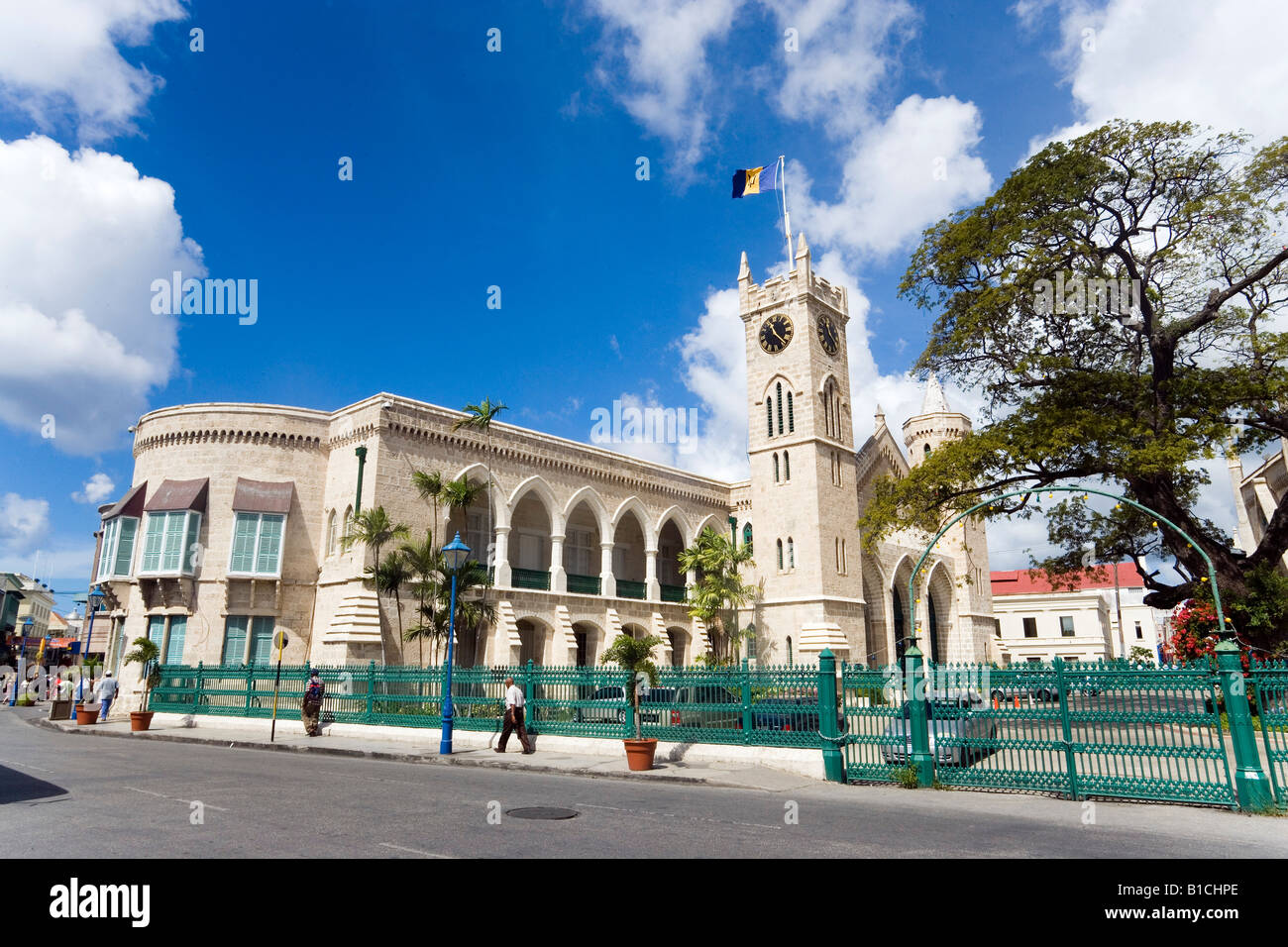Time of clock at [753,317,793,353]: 11:21
